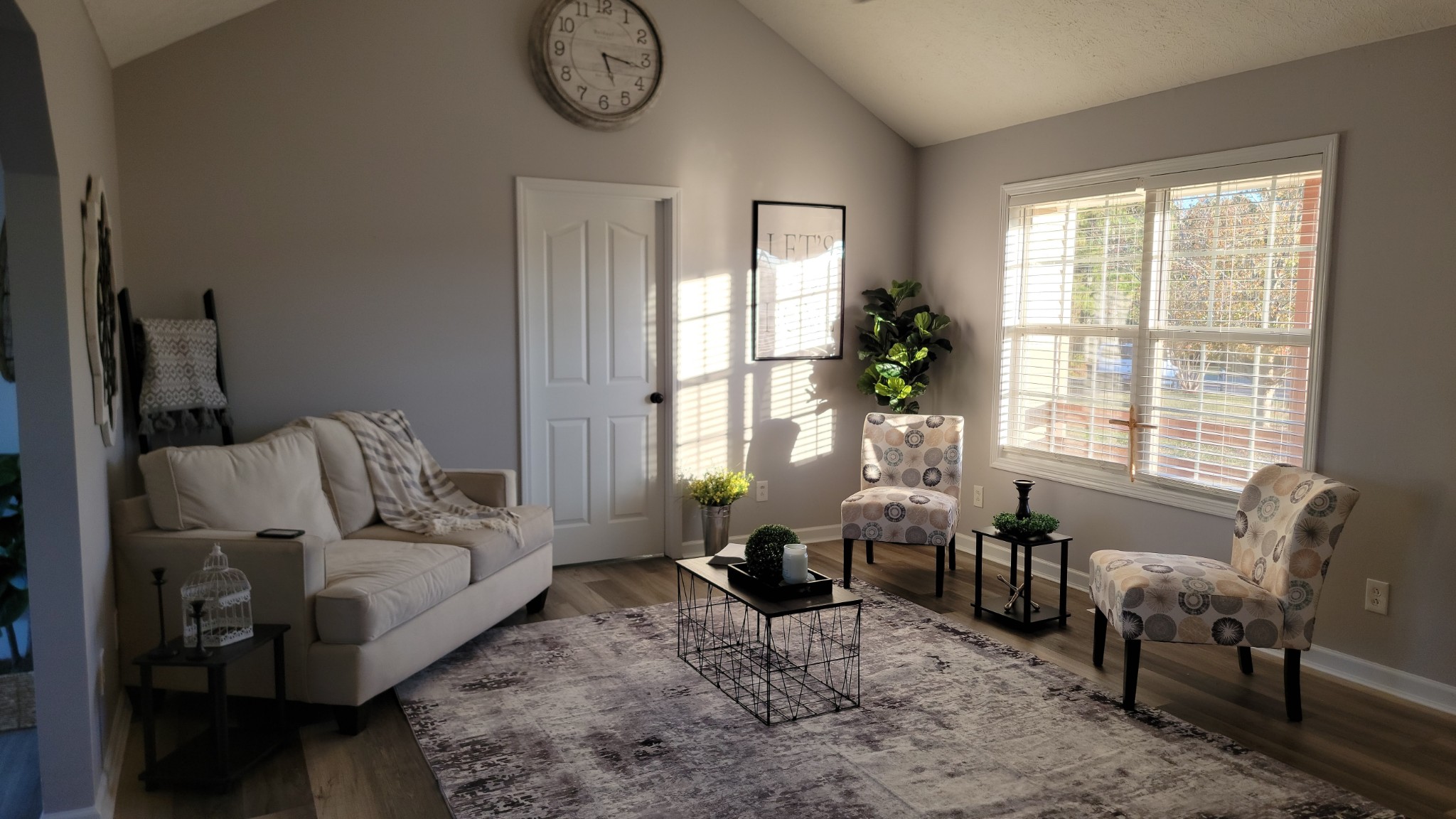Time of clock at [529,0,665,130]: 5:16
